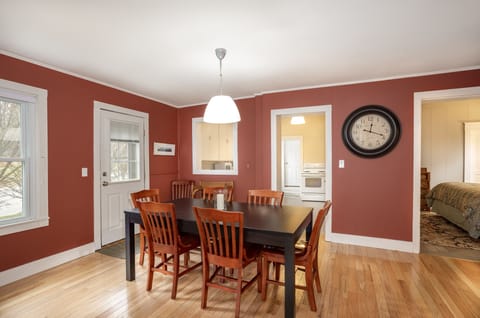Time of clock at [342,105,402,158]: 12:18
